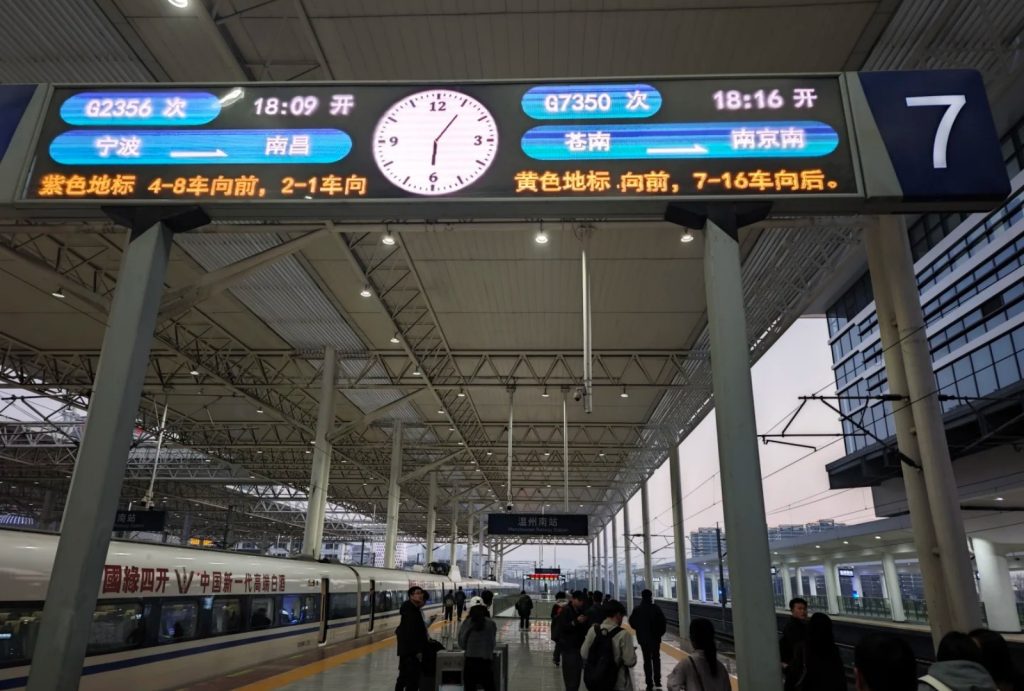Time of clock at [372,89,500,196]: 6:05
